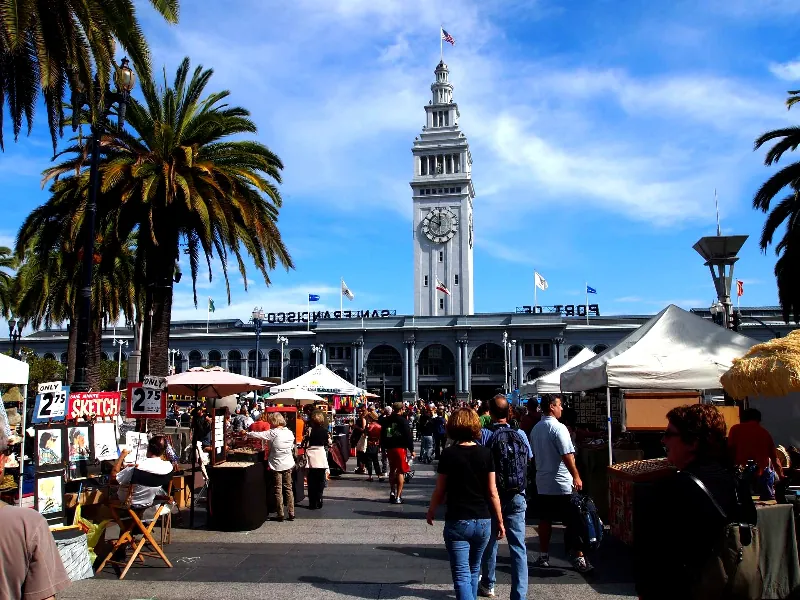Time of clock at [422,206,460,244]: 11:49
